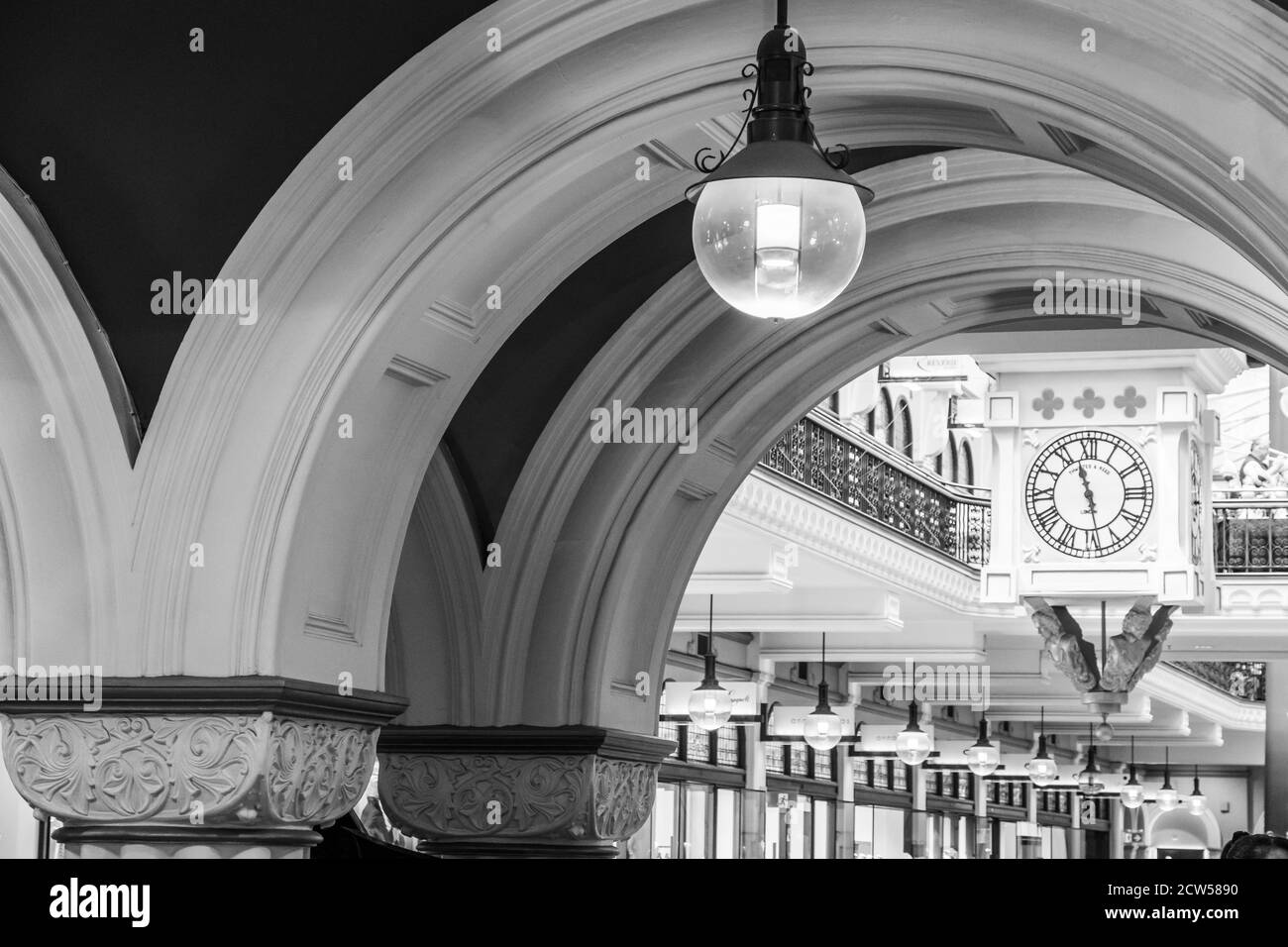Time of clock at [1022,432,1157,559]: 11:28
